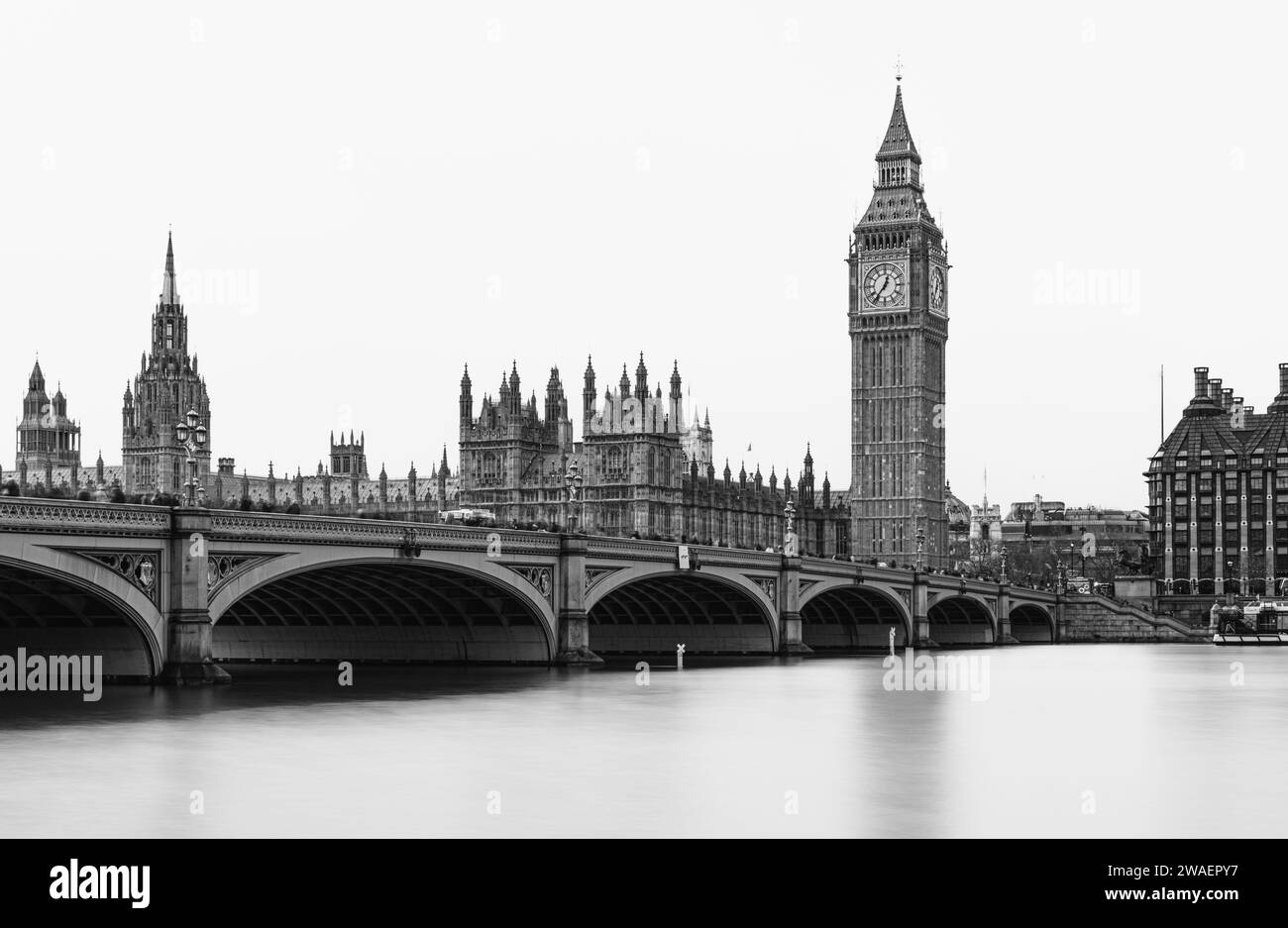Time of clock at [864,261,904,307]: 12:36
